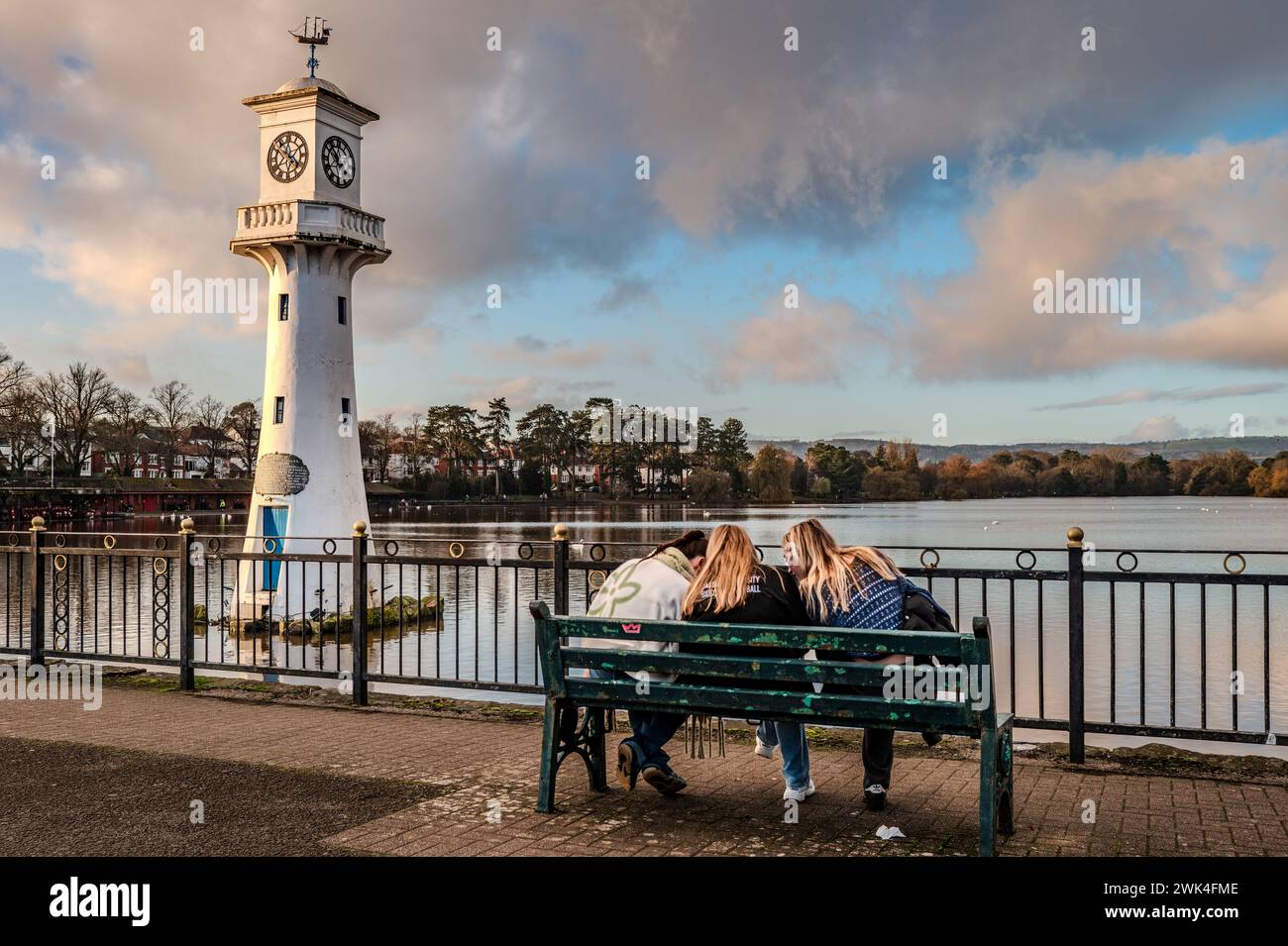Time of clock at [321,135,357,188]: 11:52
